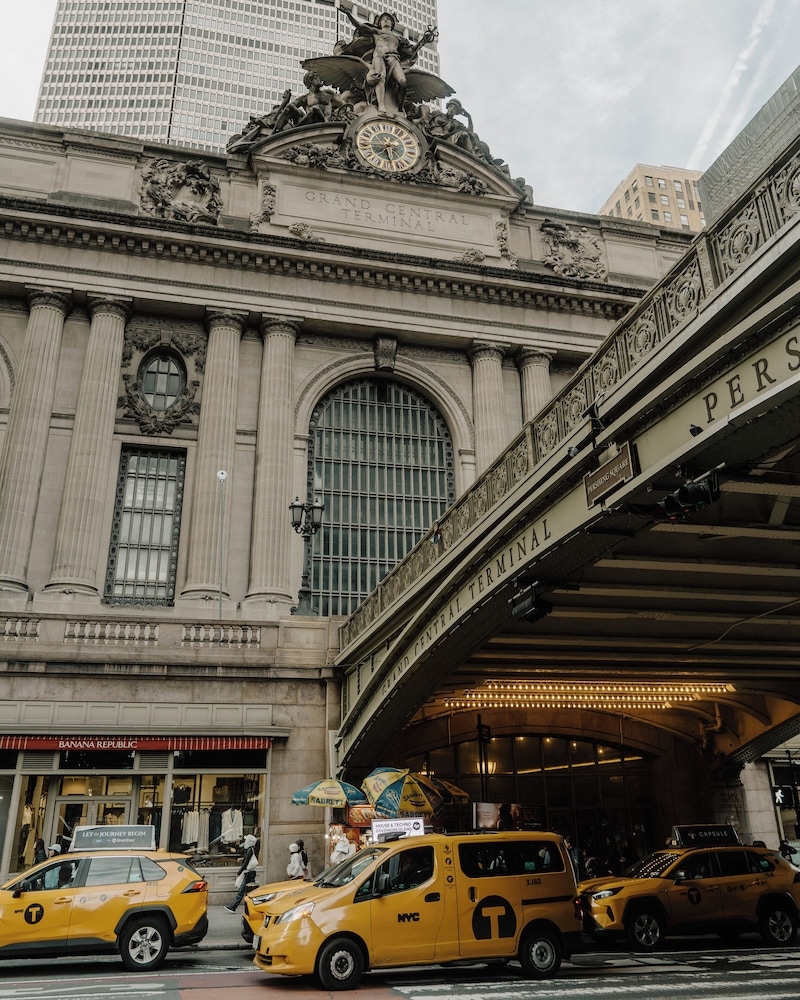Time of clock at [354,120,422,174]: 6:28
